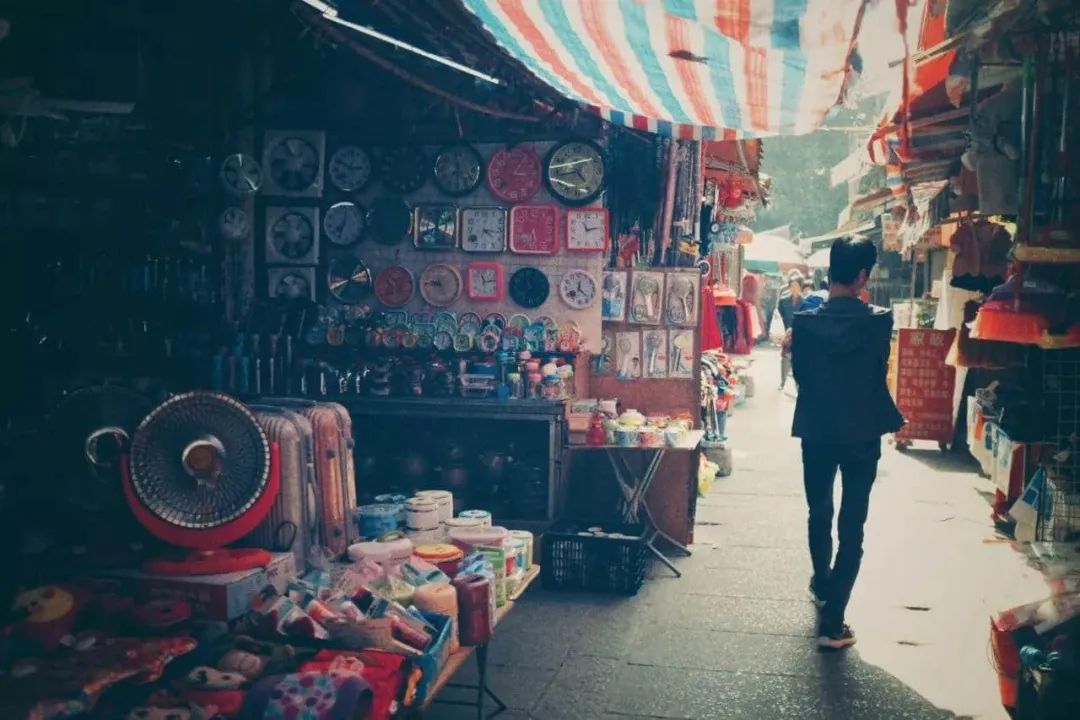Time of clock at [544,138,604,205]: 4:42
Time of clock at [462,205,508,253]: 4:16
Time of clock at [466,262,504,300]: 11:13
